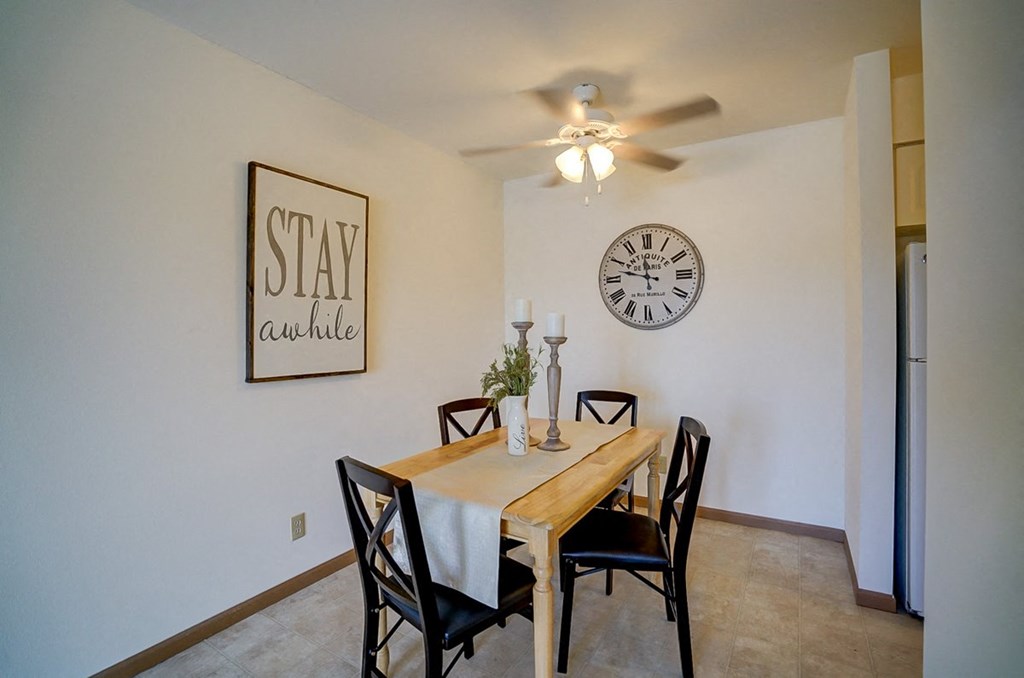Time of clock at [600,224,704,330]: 11:47
